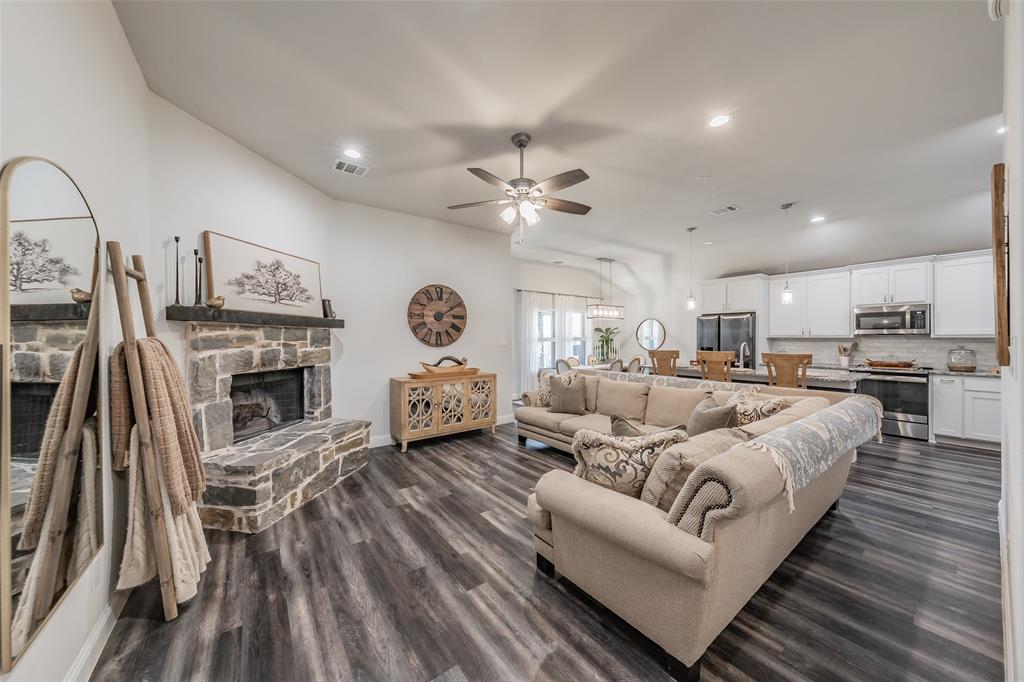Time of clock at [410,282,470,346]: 2:09
